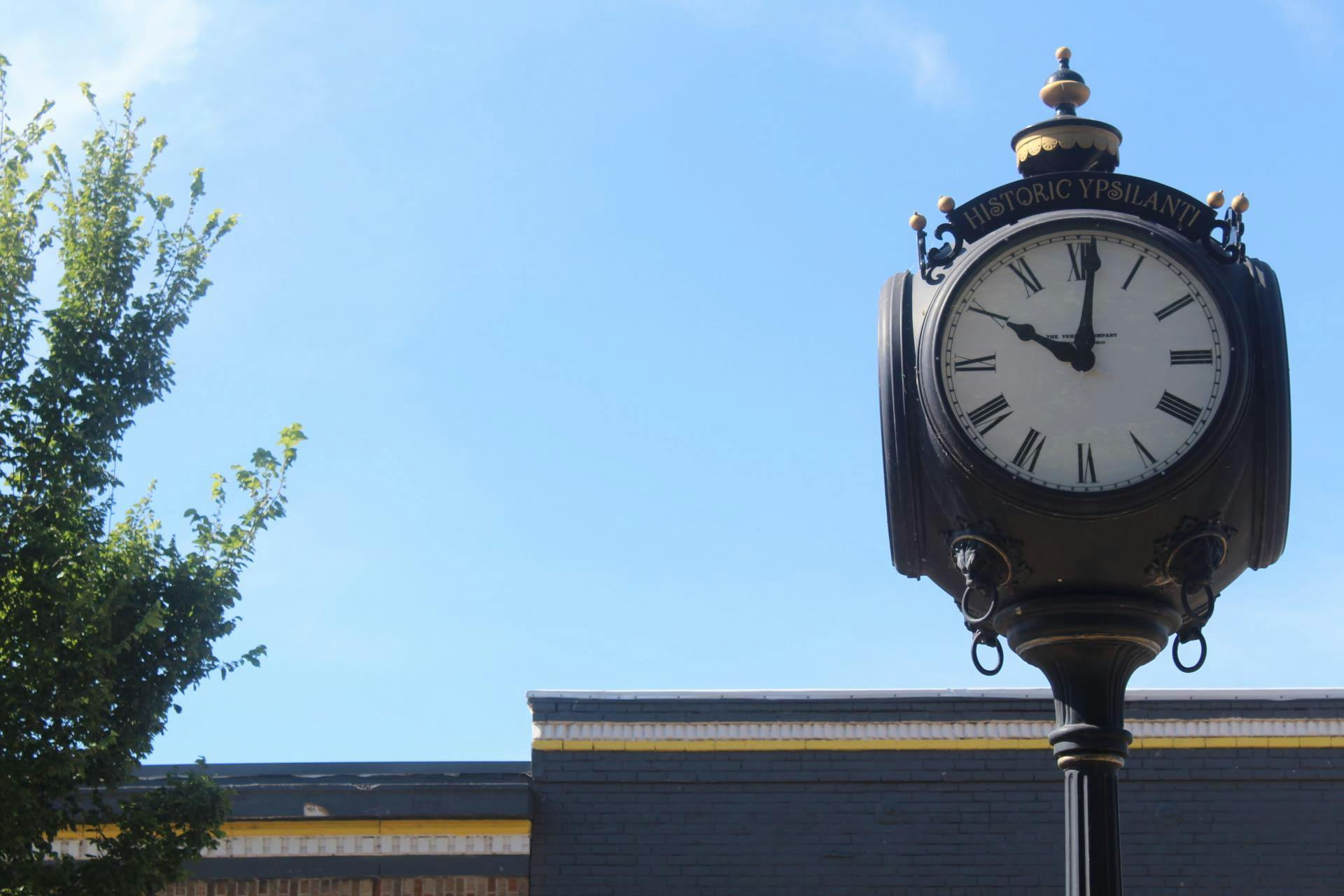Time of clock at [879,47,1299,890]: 10:00
